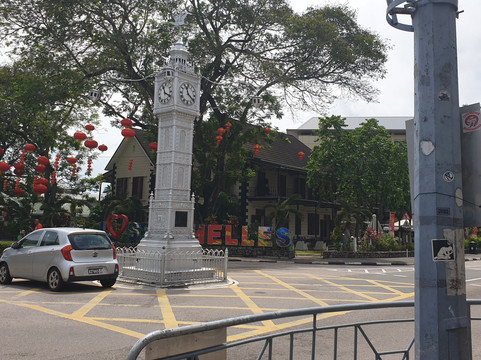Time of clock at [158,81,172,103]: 11:19
